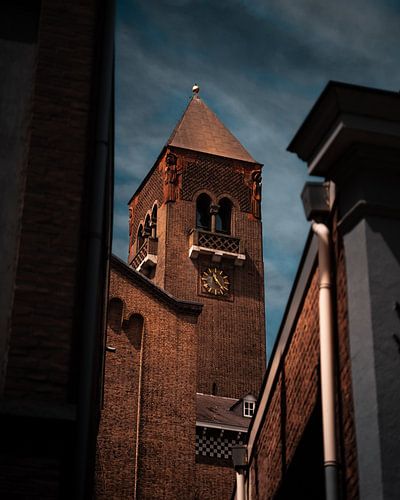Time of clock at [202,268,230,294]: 11:23
